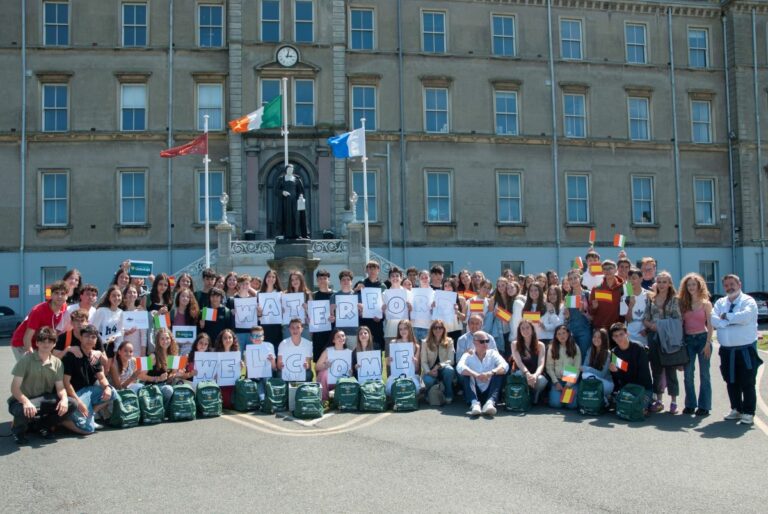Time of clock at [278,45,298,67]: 3:02
